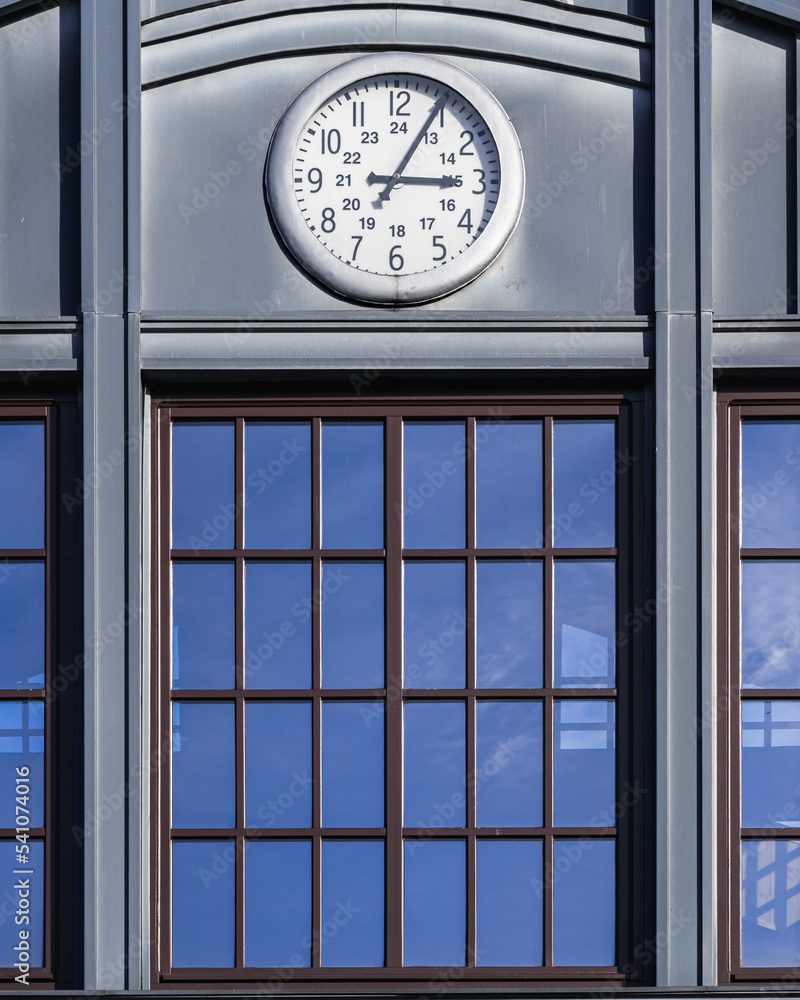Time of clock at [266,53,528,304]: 3:04
